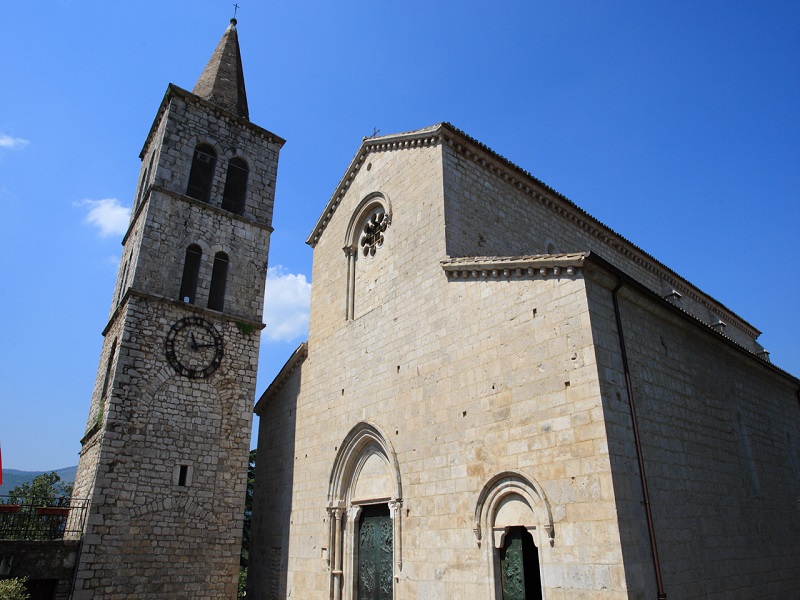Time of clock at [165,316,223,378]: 11:13
